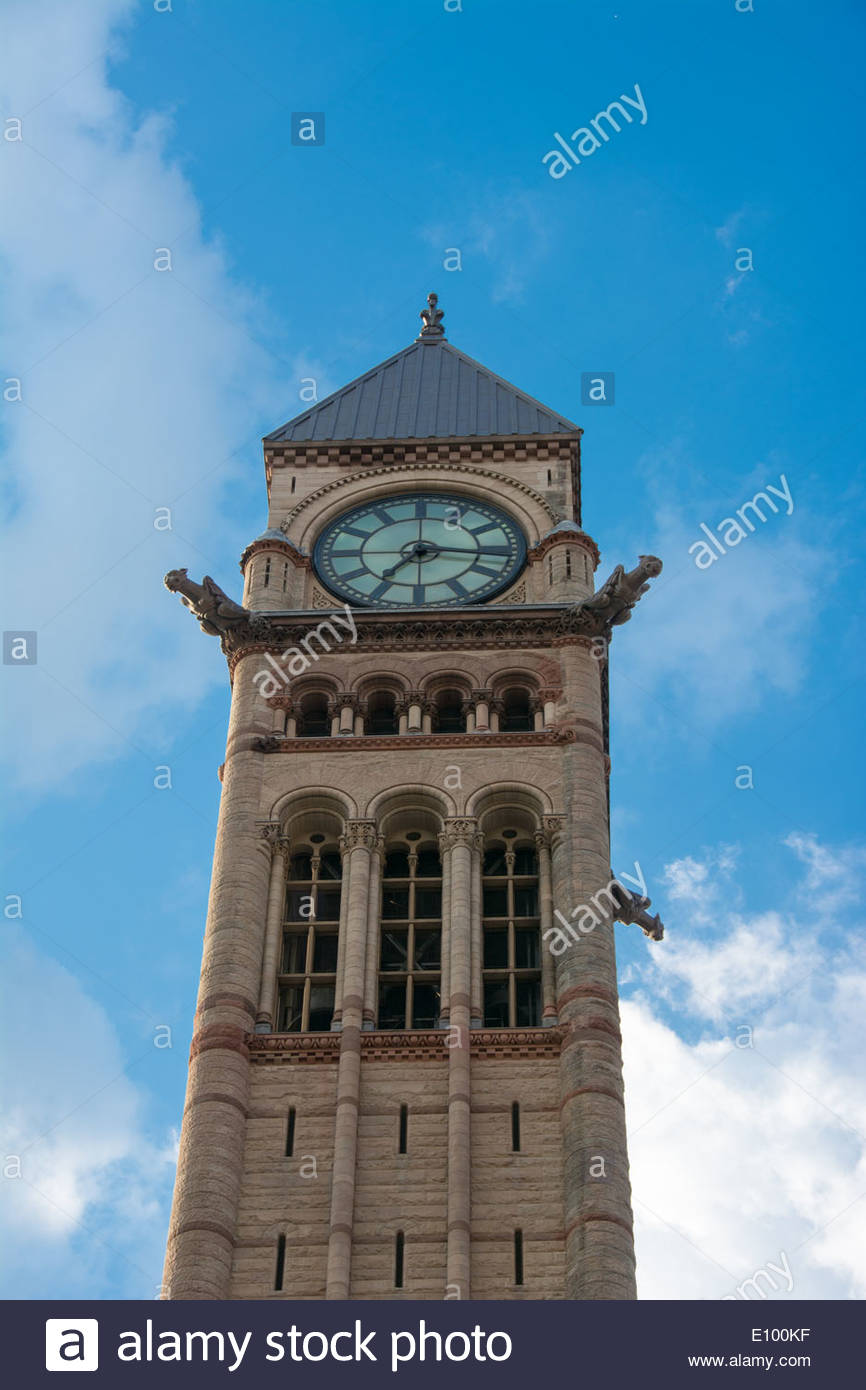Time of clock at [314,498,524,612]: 7:15
